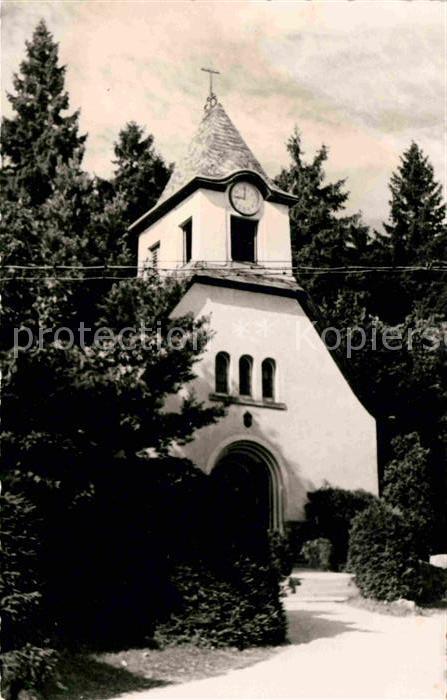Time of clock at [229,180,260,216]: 9:01
